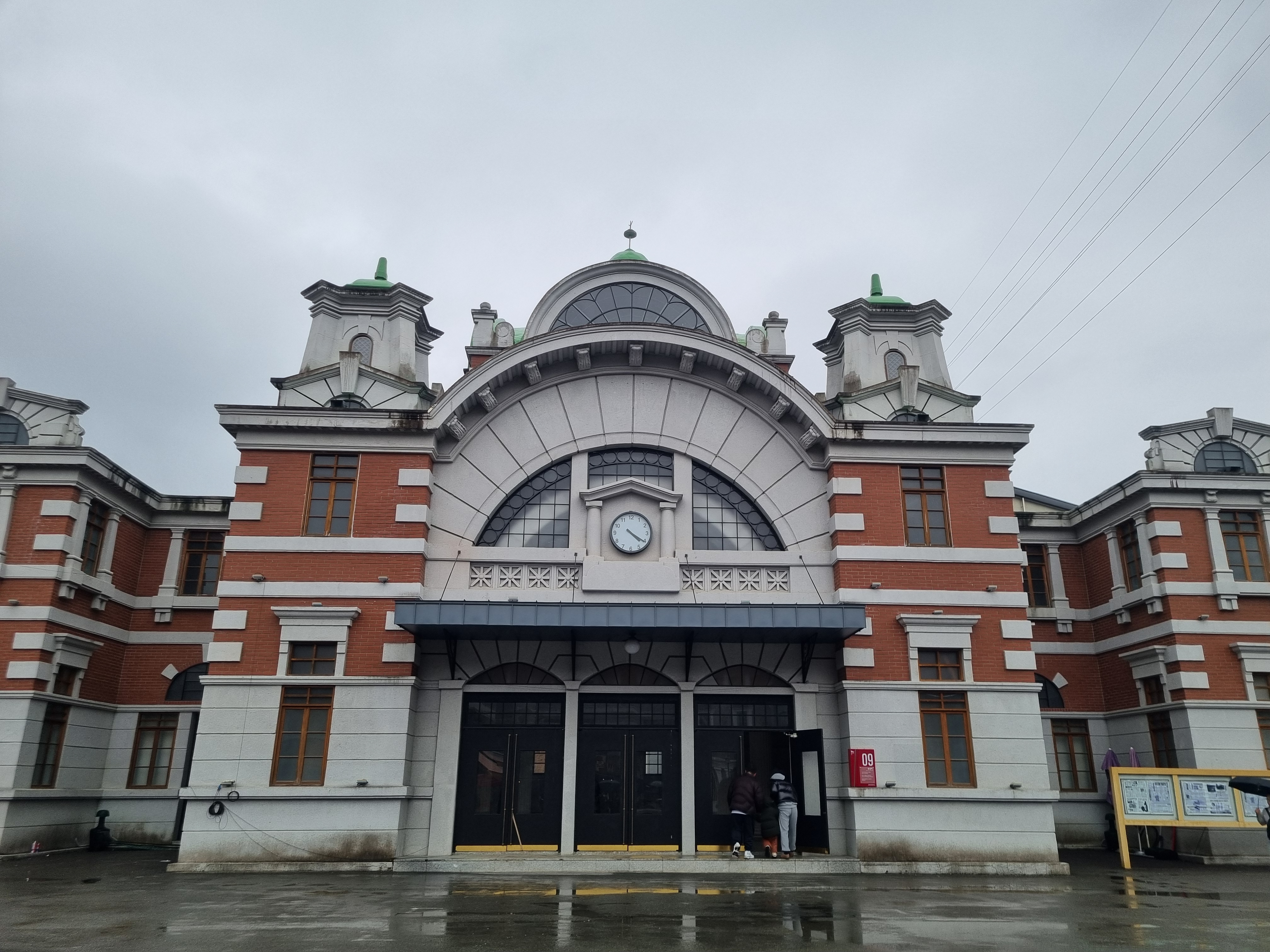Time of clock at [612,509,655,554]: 4:20
